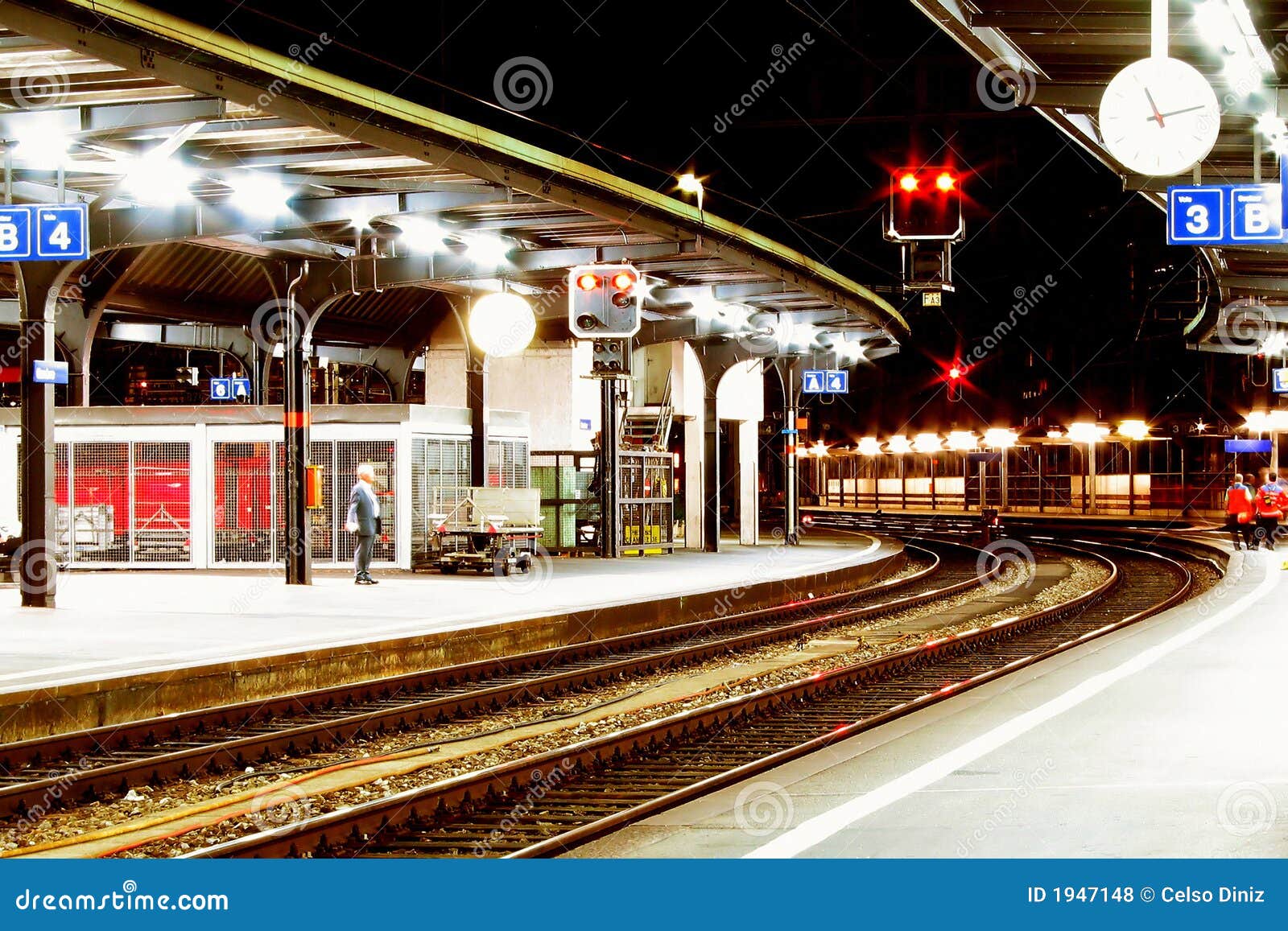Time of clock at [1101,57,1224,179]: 11:12
